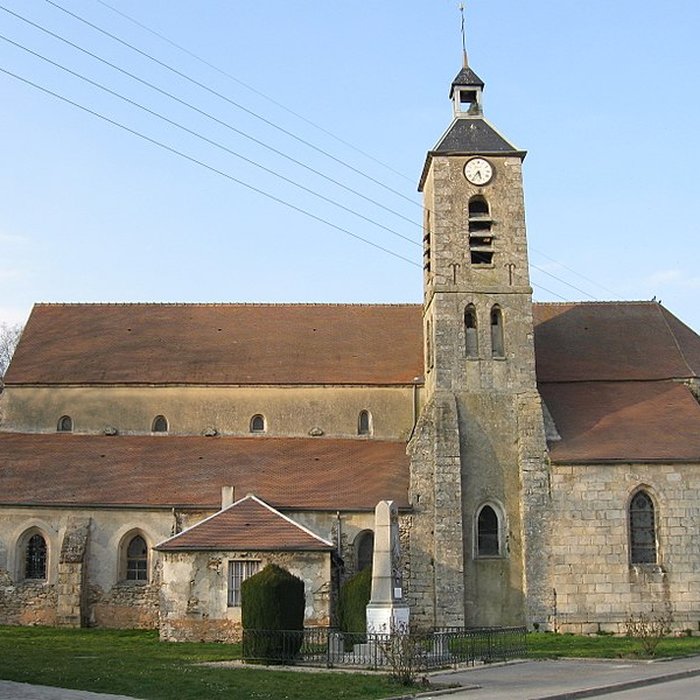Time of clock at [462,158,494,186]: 5:35
